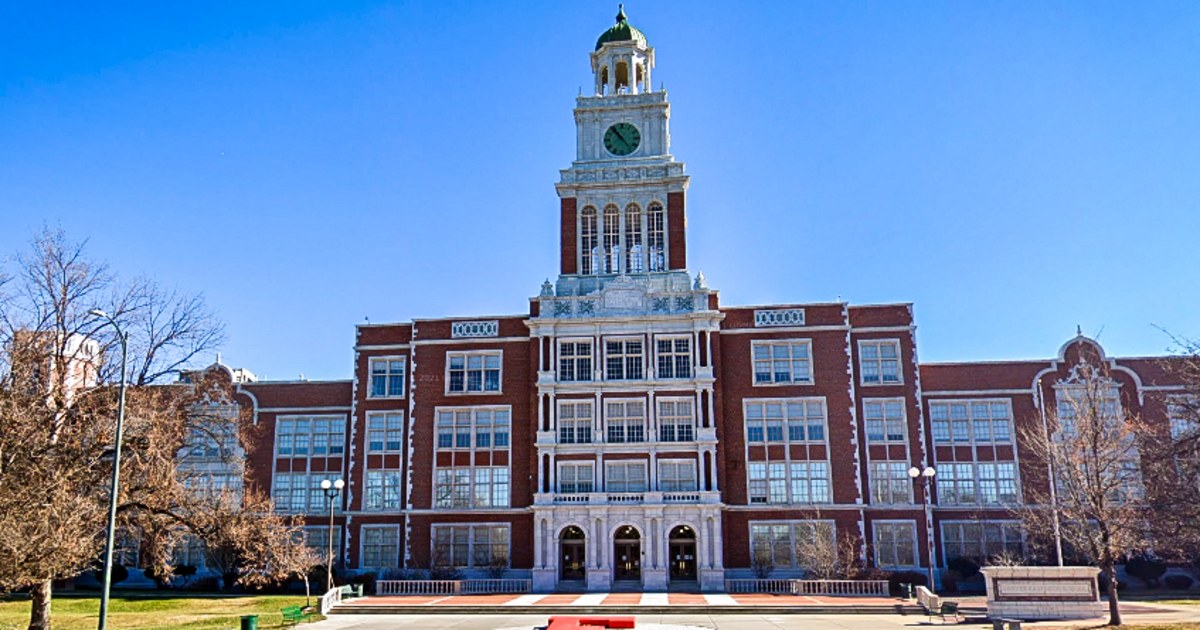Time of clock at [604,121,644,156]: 10:53
